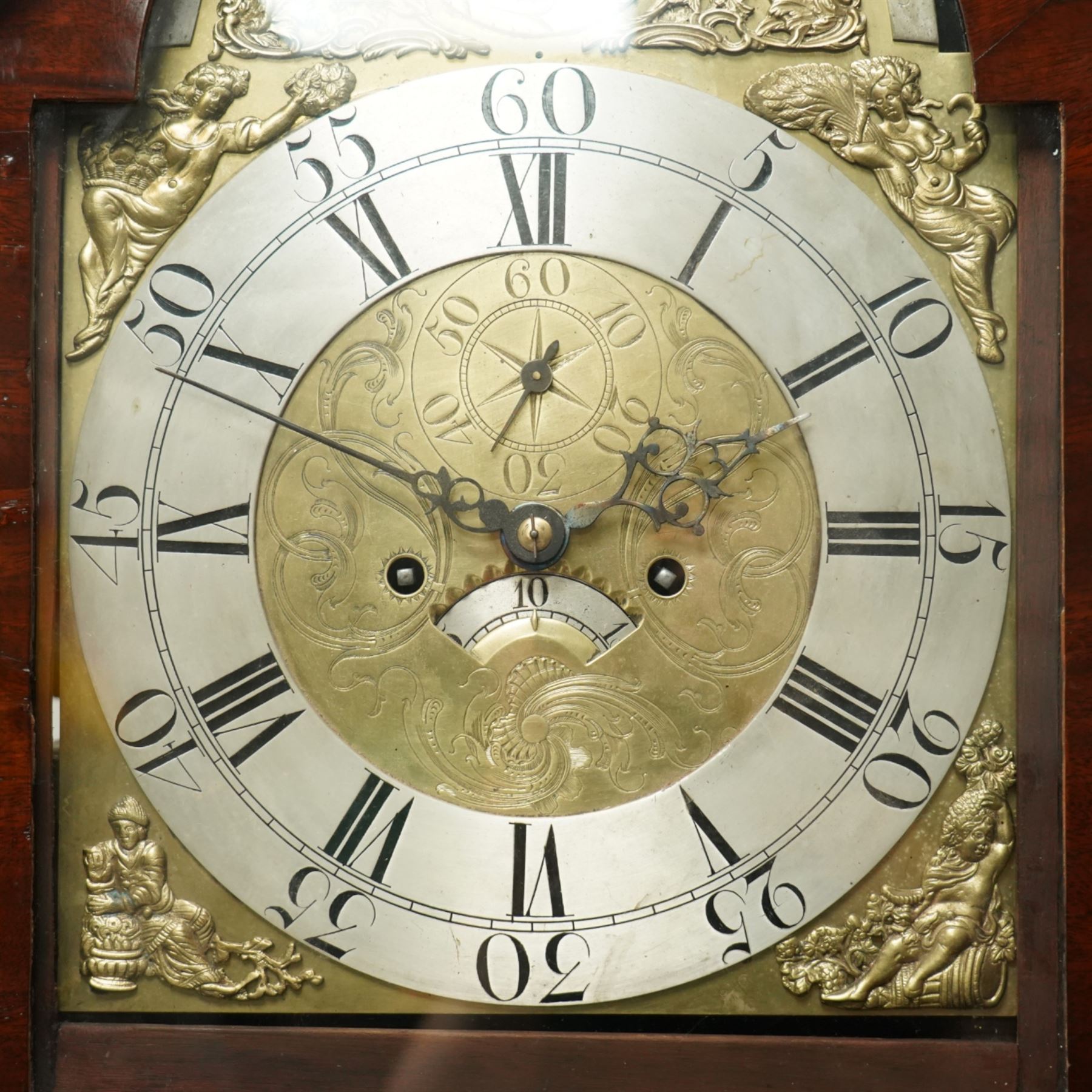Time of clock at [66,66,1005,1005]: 7:49
